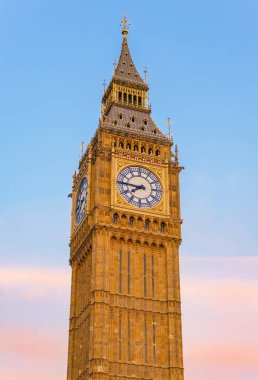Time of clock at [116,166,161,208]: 7:45
